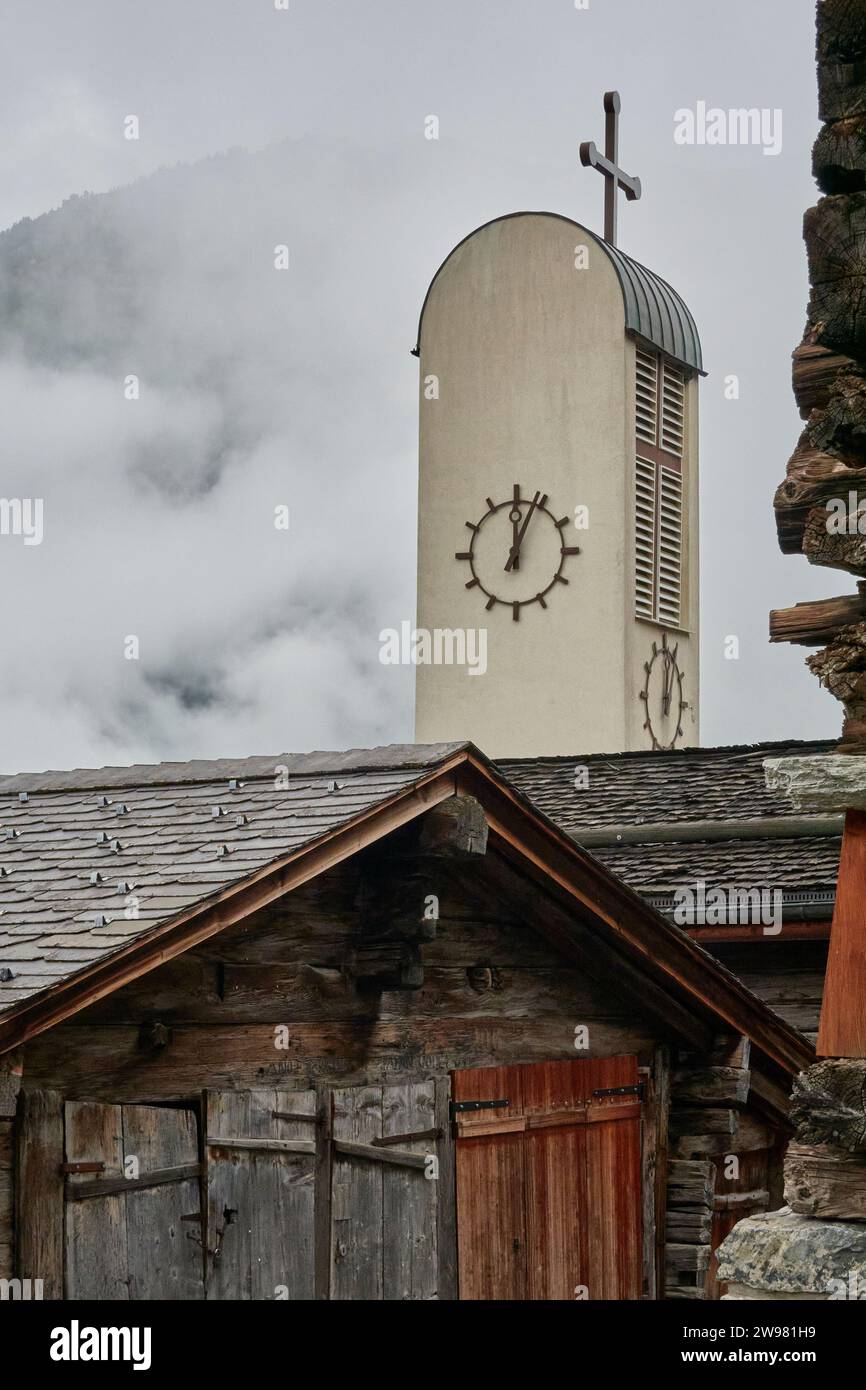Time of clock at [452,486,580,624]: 12:04
